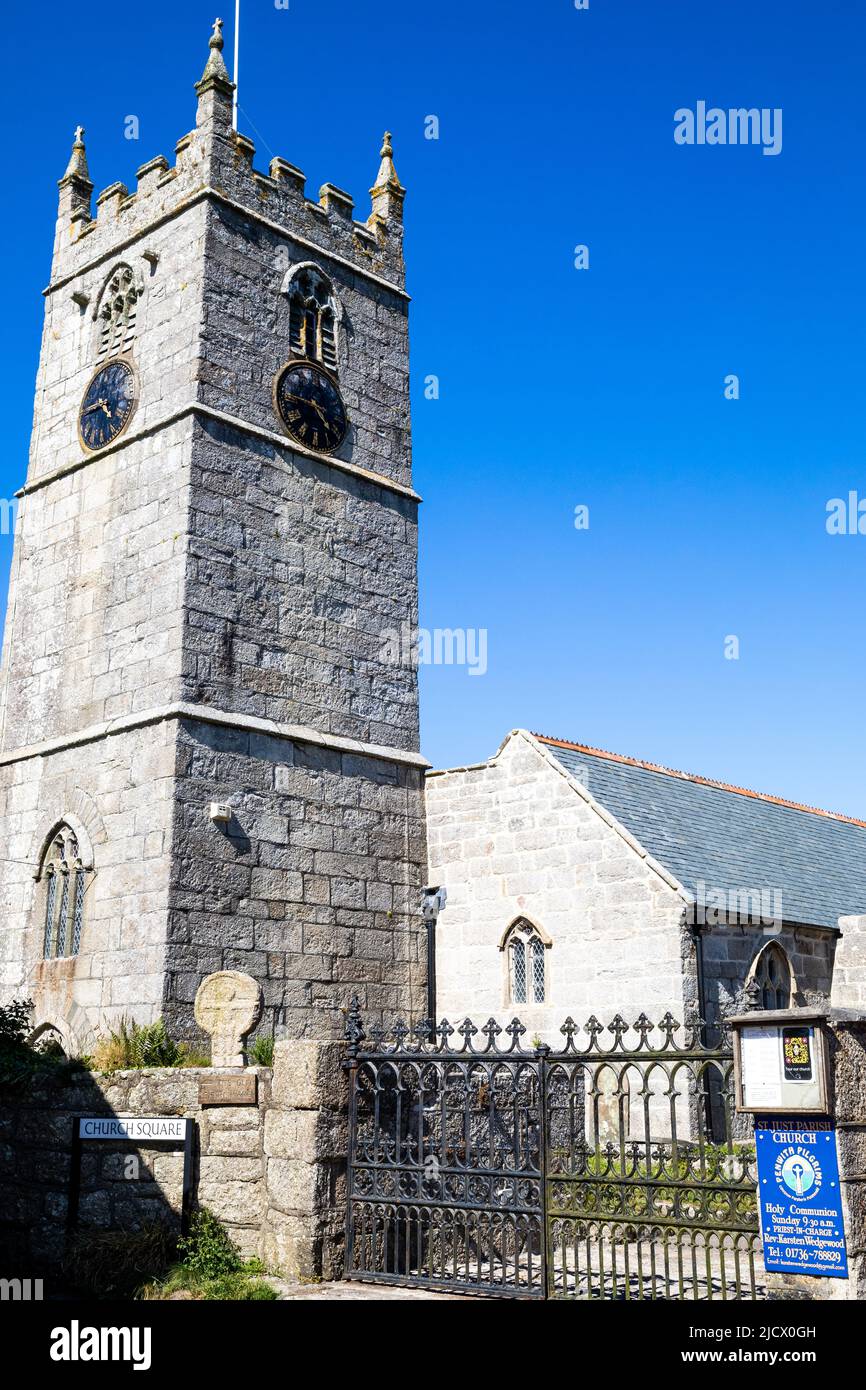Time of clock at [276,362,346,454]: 4:46
